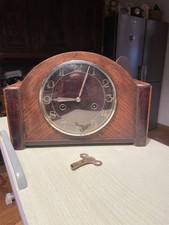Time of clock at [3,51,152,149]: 9:03
